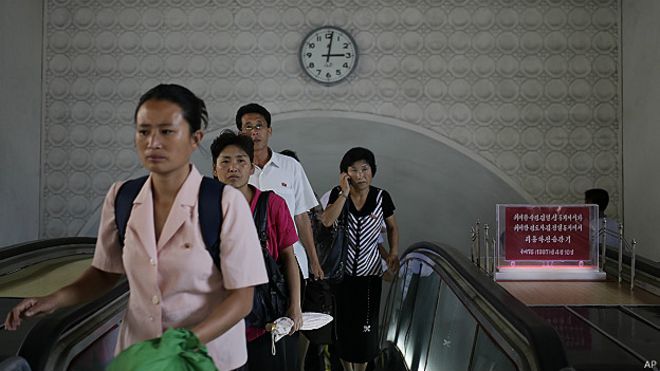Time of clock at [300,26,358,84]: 3:01
